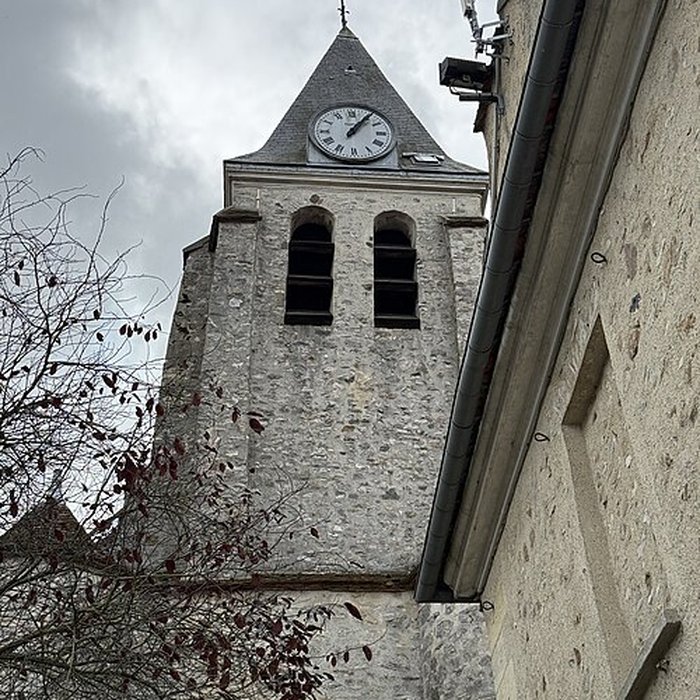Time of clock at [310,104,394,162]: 1:06
